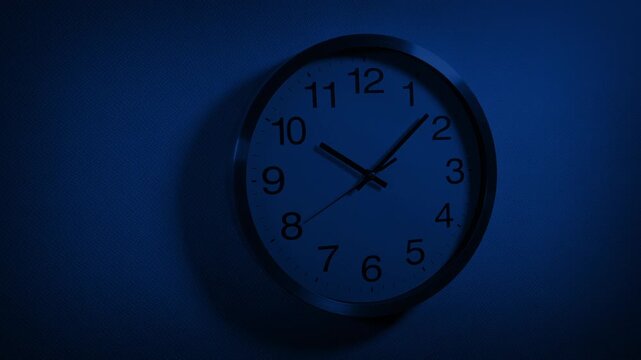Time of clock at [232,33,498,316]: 10:07
